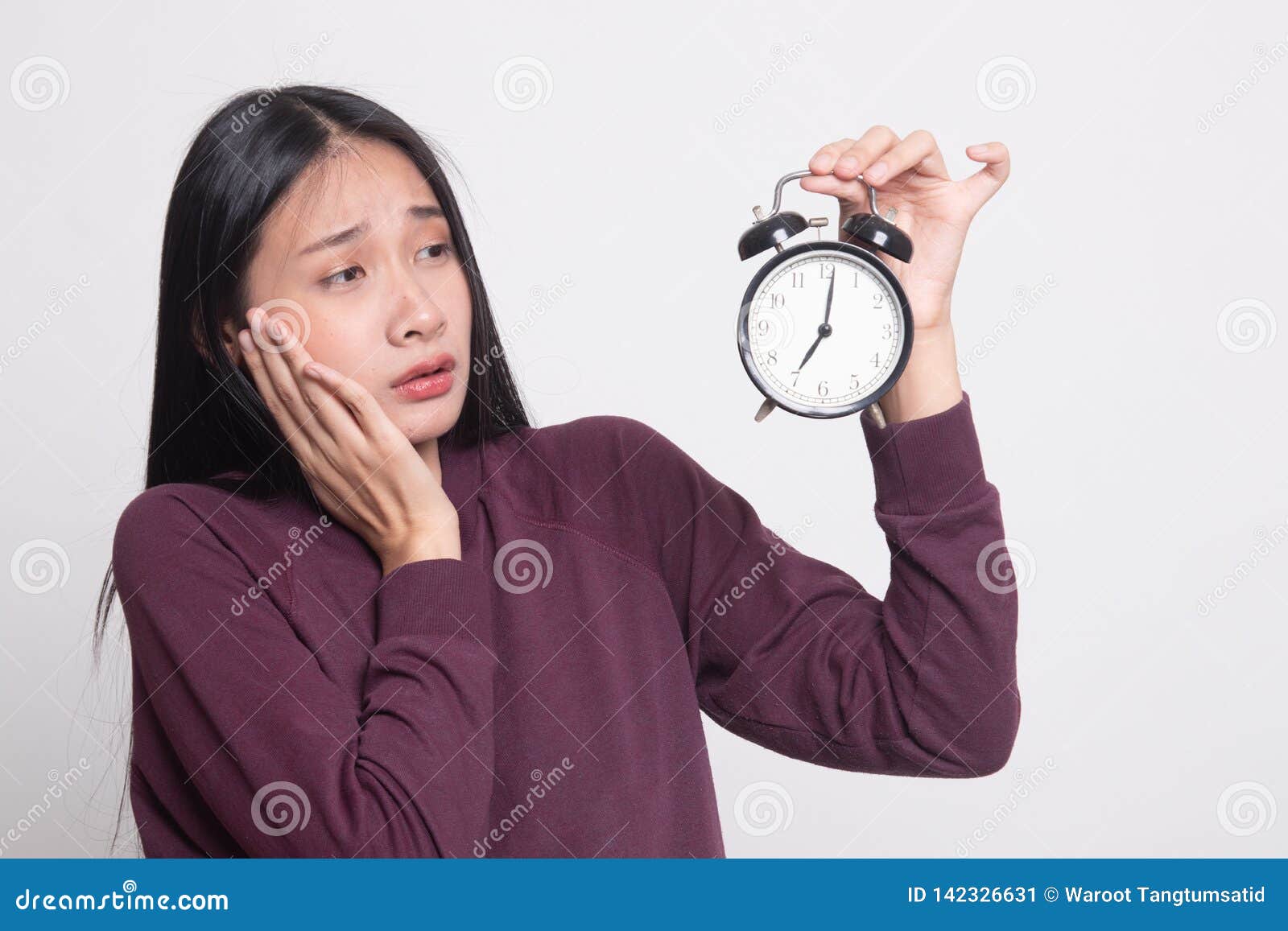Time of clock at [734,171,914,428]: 7:01
